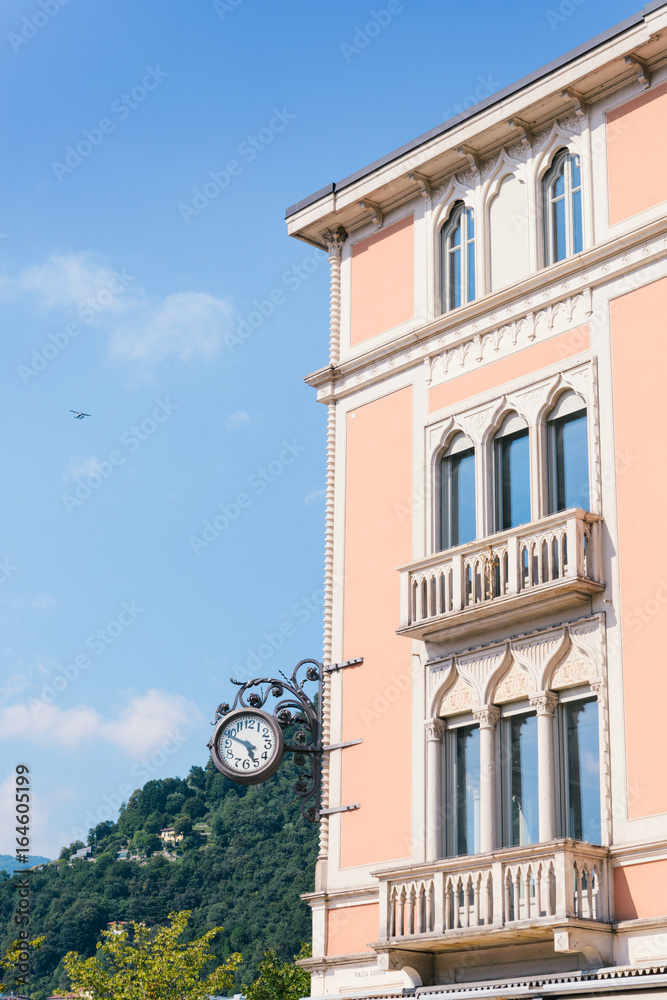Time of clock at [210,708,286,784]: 4:48
